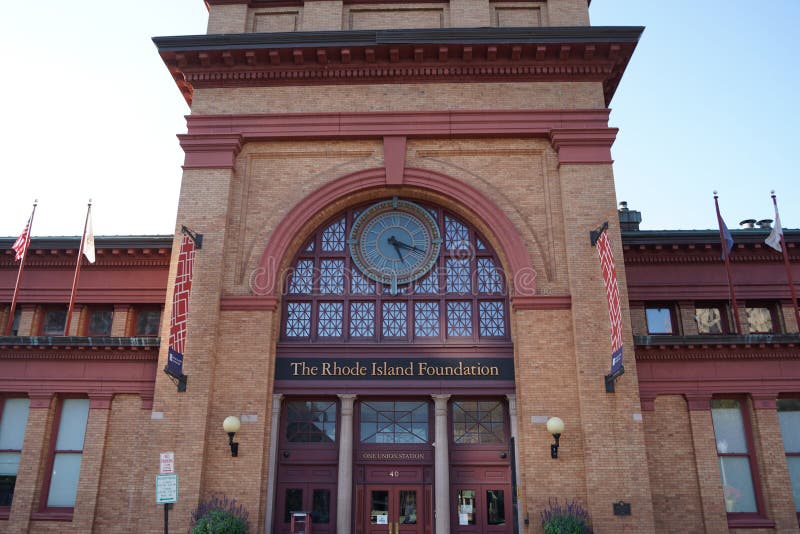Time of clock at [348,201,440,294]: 5:18
